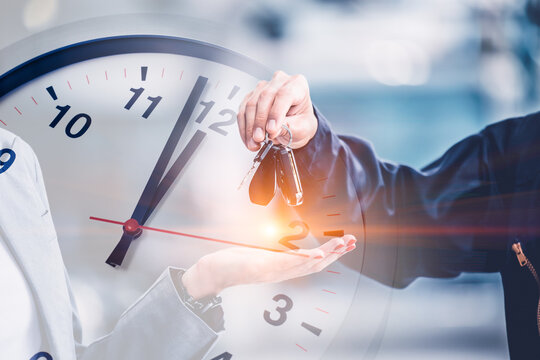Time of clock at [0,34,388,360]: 1:03
